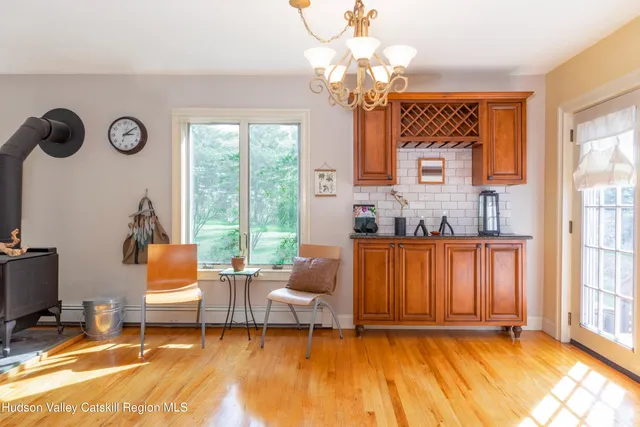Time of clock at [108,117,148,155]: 3:09
